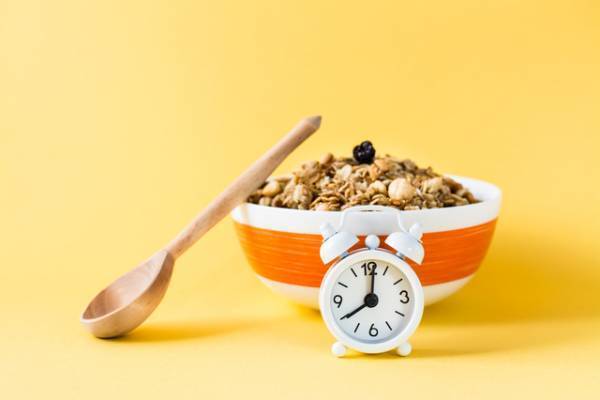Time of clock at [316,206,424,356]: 8:01
